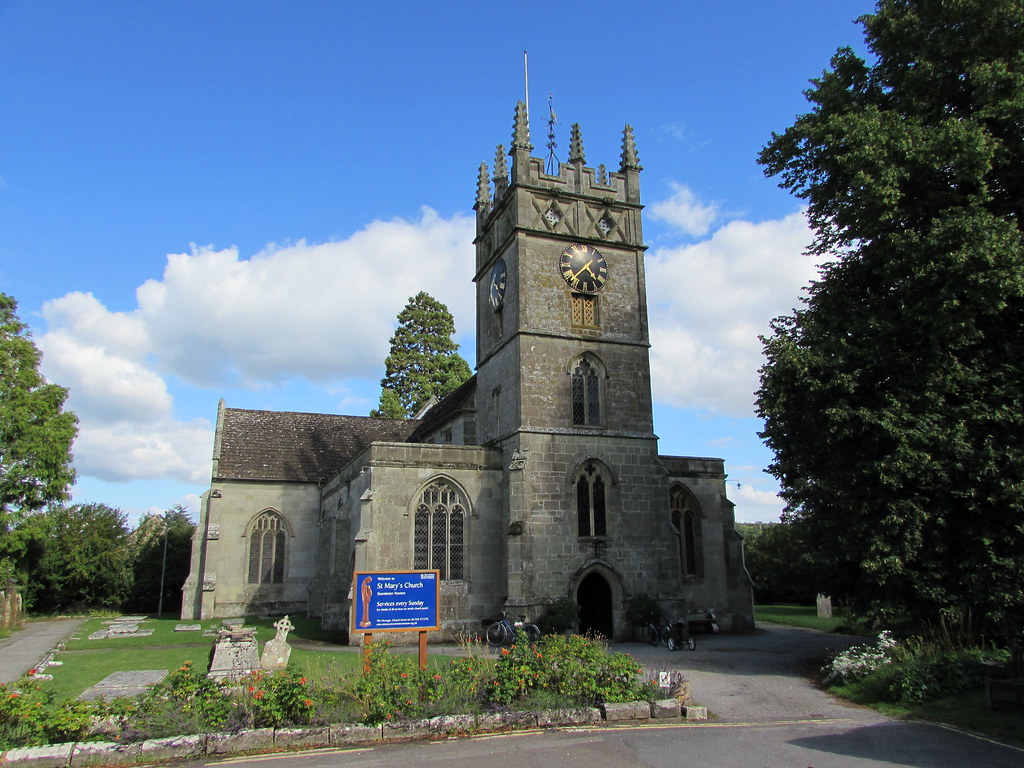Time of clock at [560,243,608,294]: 4:37
